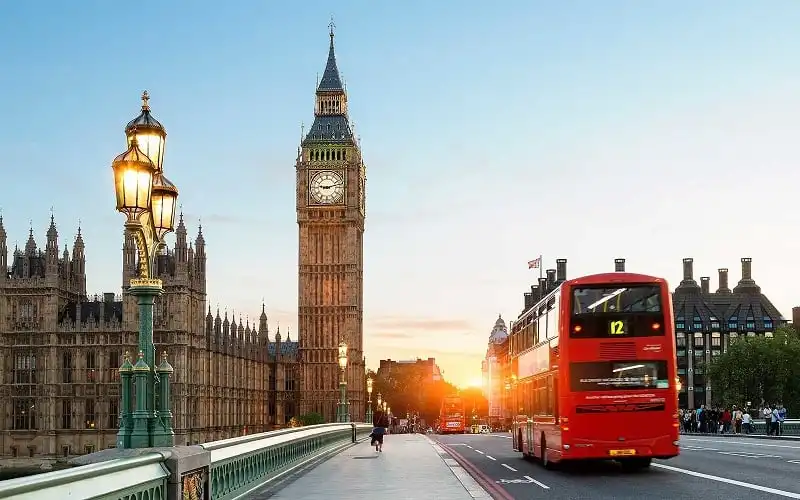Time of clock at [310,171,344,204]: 9:12
